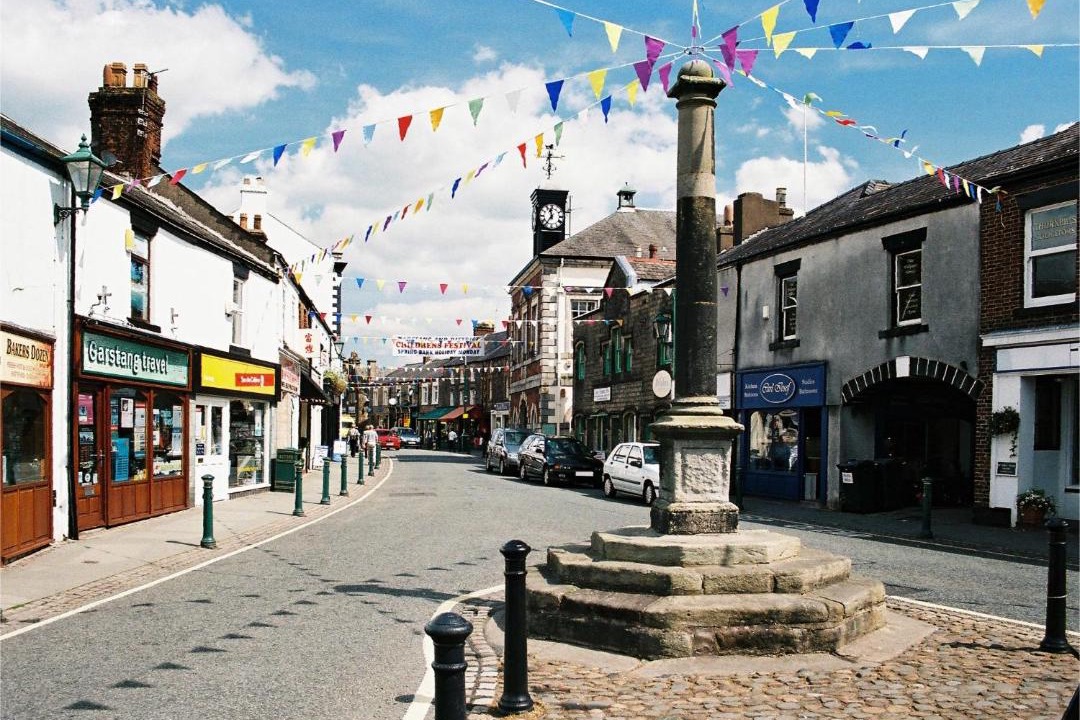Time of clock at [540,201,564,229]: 11:36
